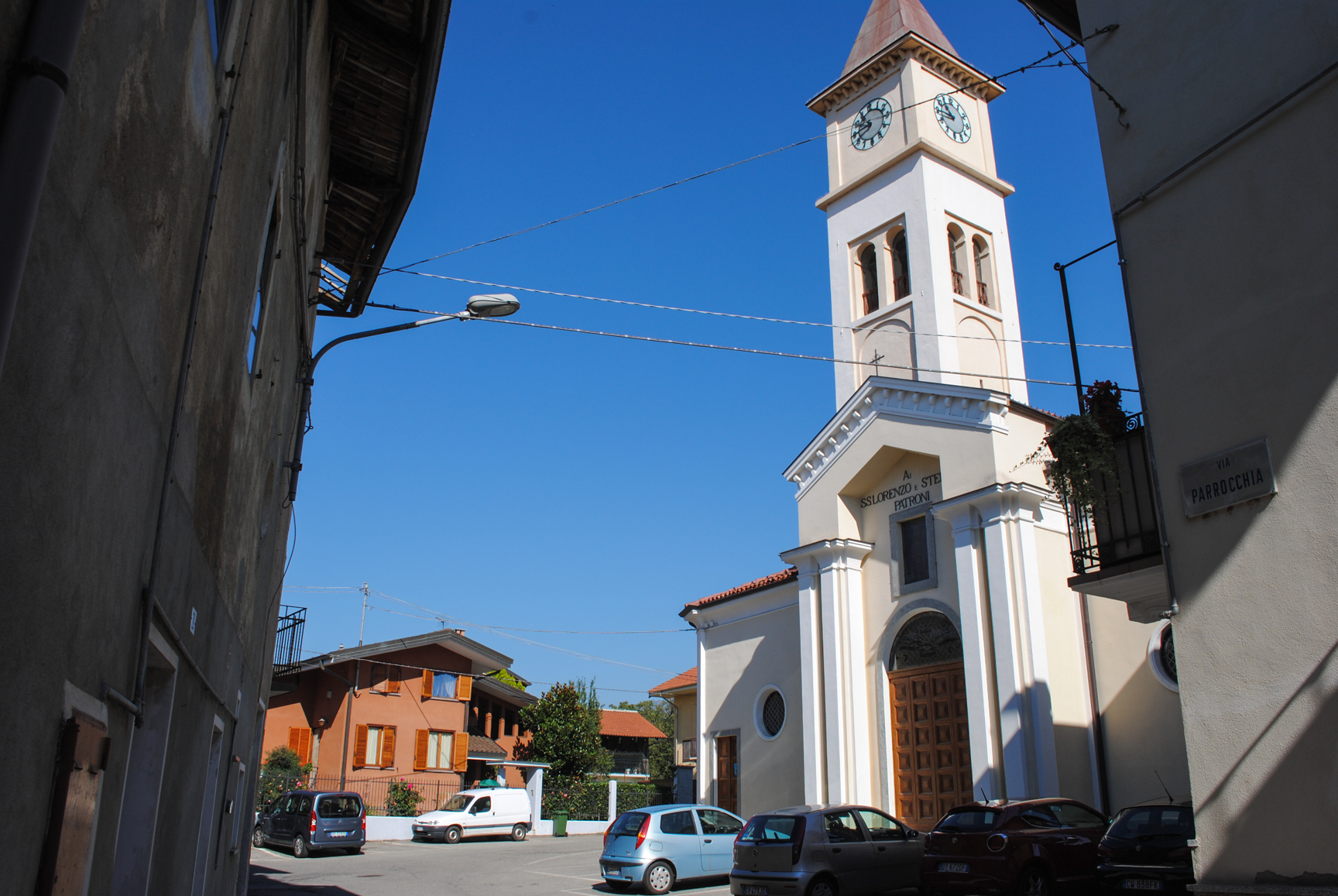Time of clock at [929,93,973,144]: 10:45
